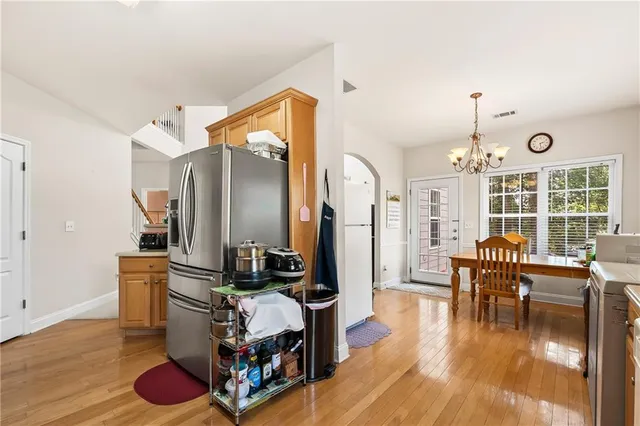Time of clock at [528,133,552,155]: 2:28
